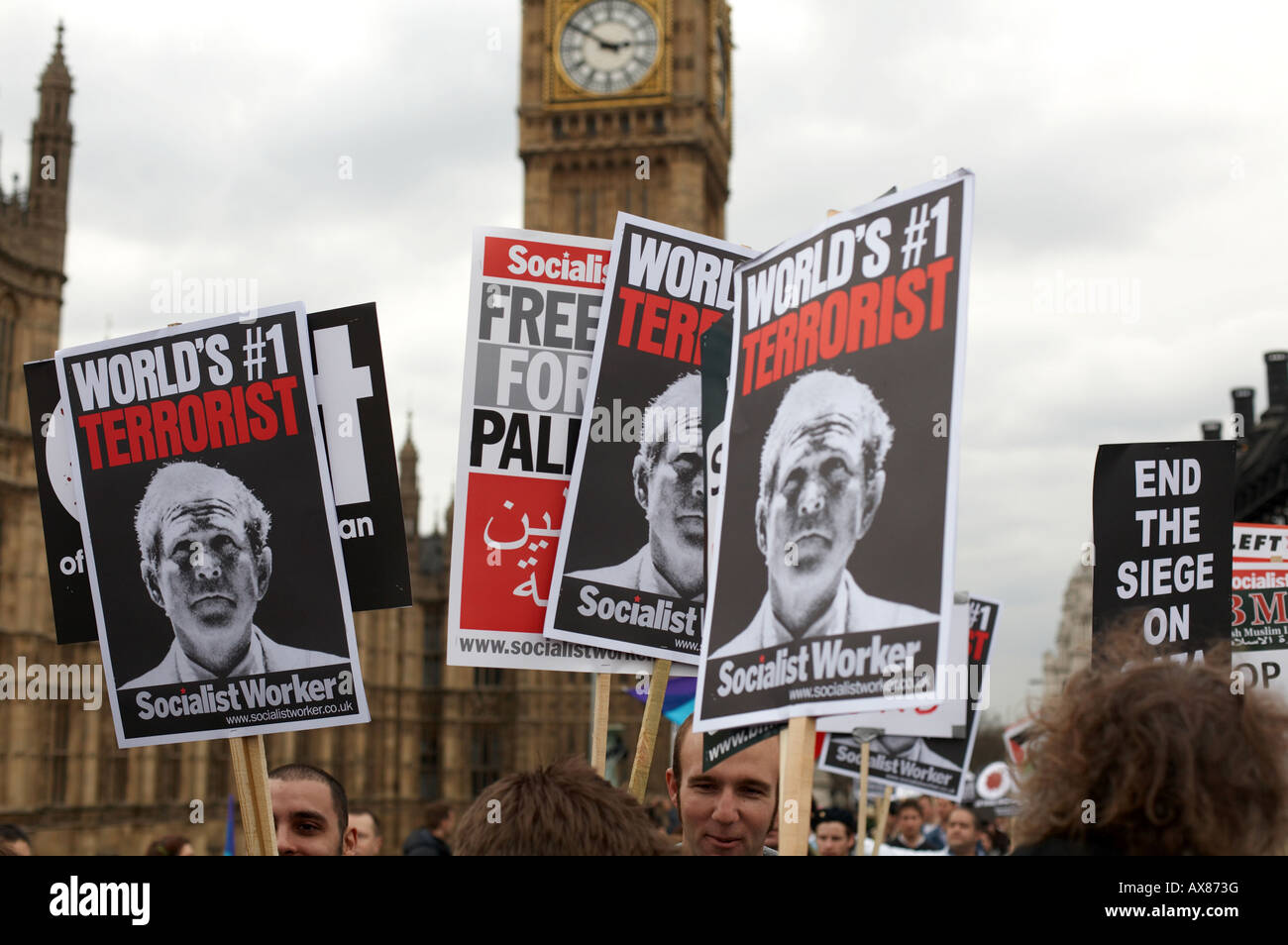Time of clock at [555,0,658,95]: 2:50
